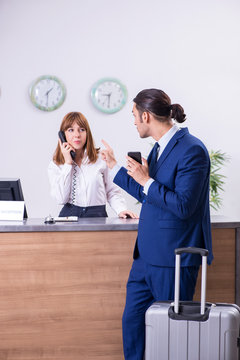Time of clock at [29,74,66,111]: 1:29
